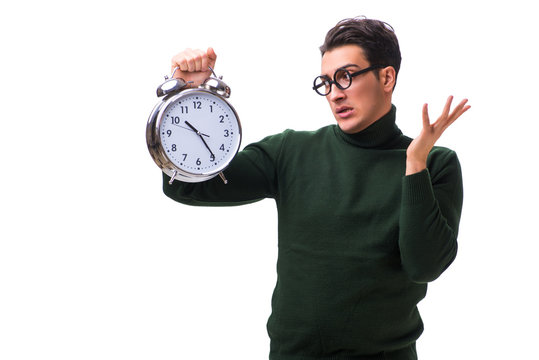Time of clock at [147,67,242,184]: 10:24
